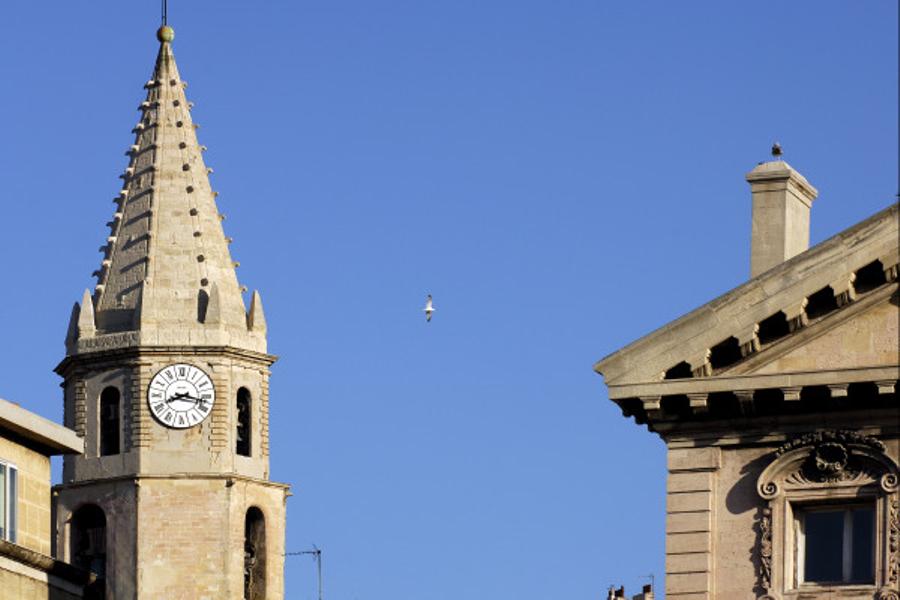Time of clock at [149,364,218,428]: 8:17
